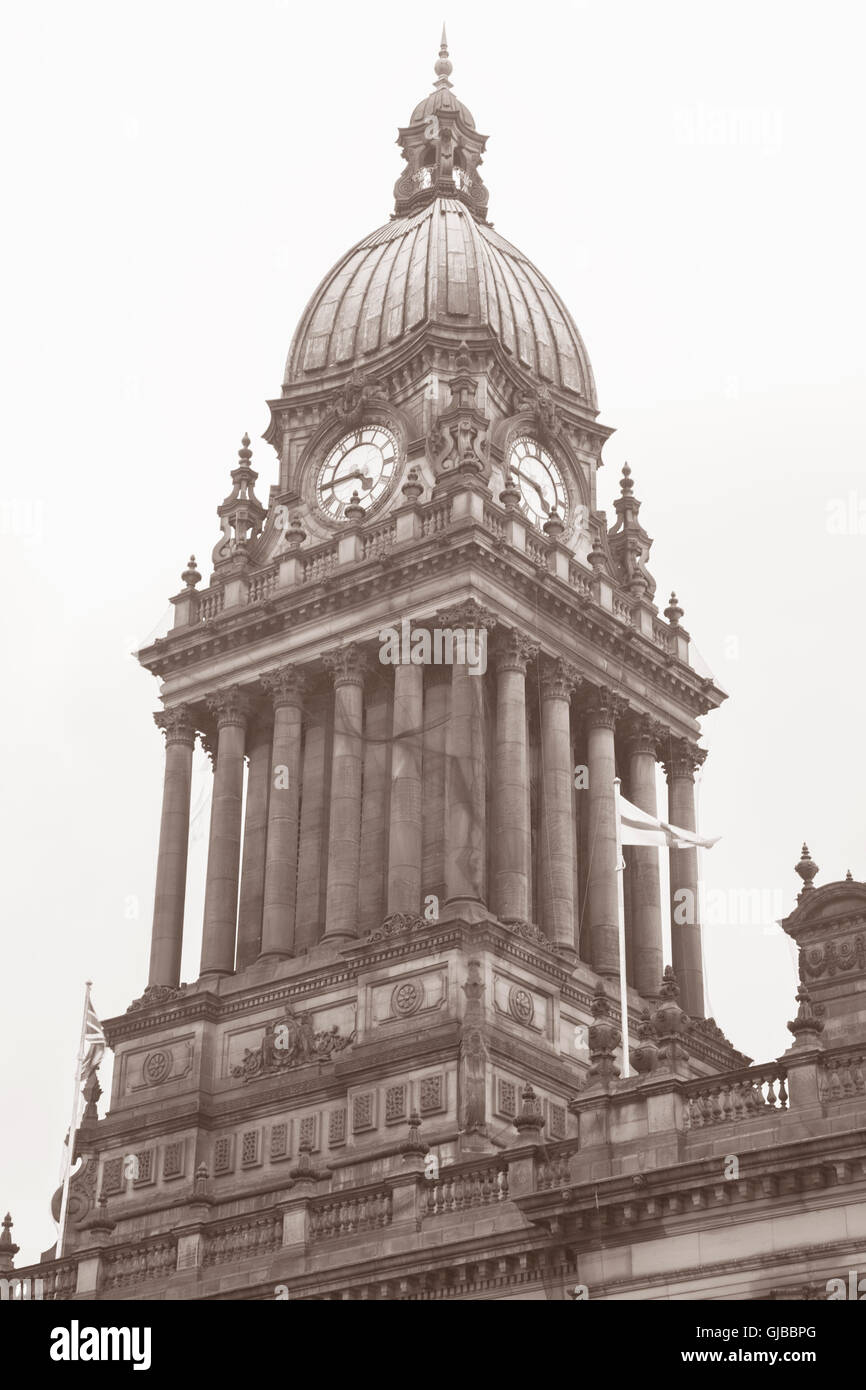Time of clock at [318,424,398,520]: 4:44
